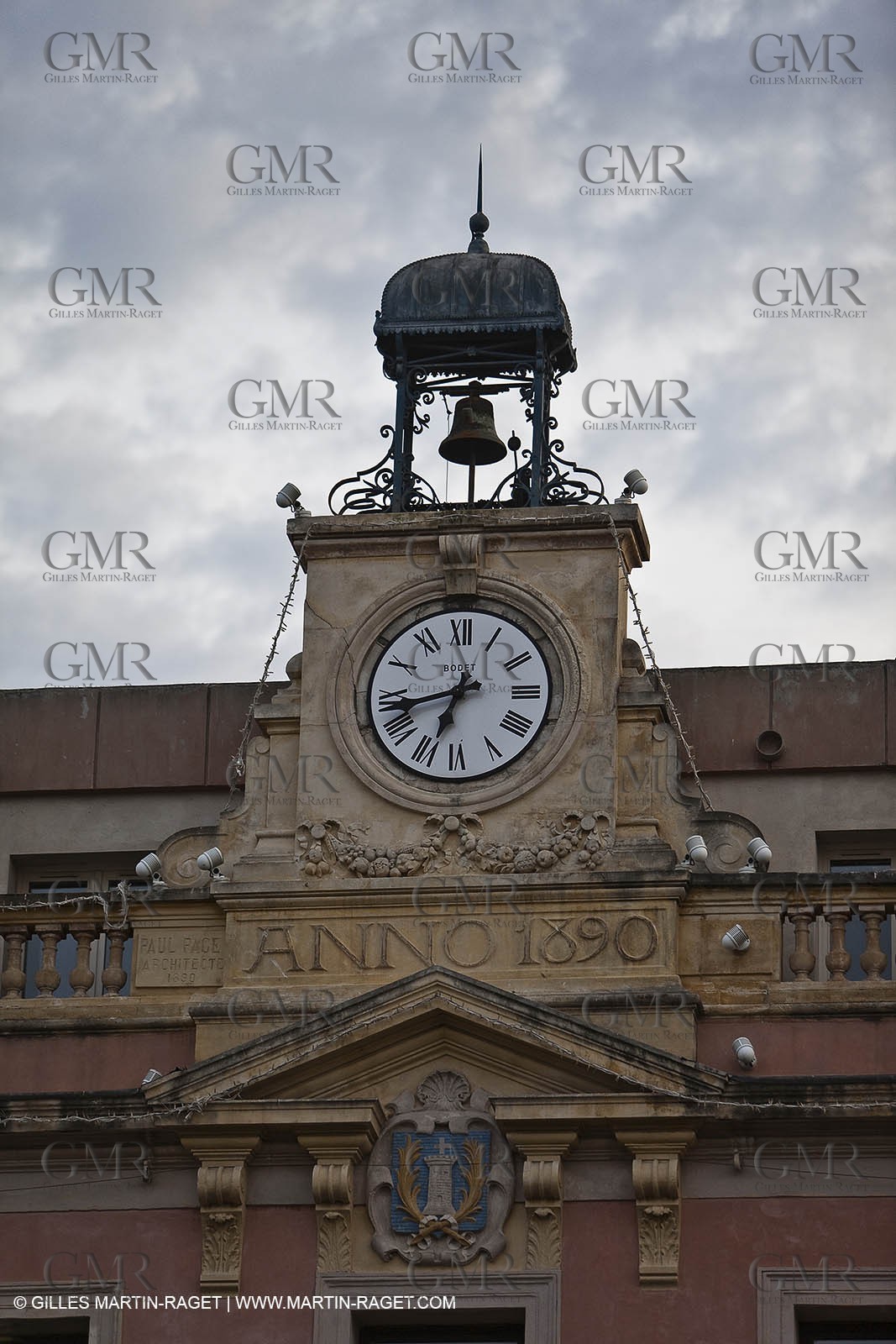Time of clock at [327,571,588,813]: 6:43
